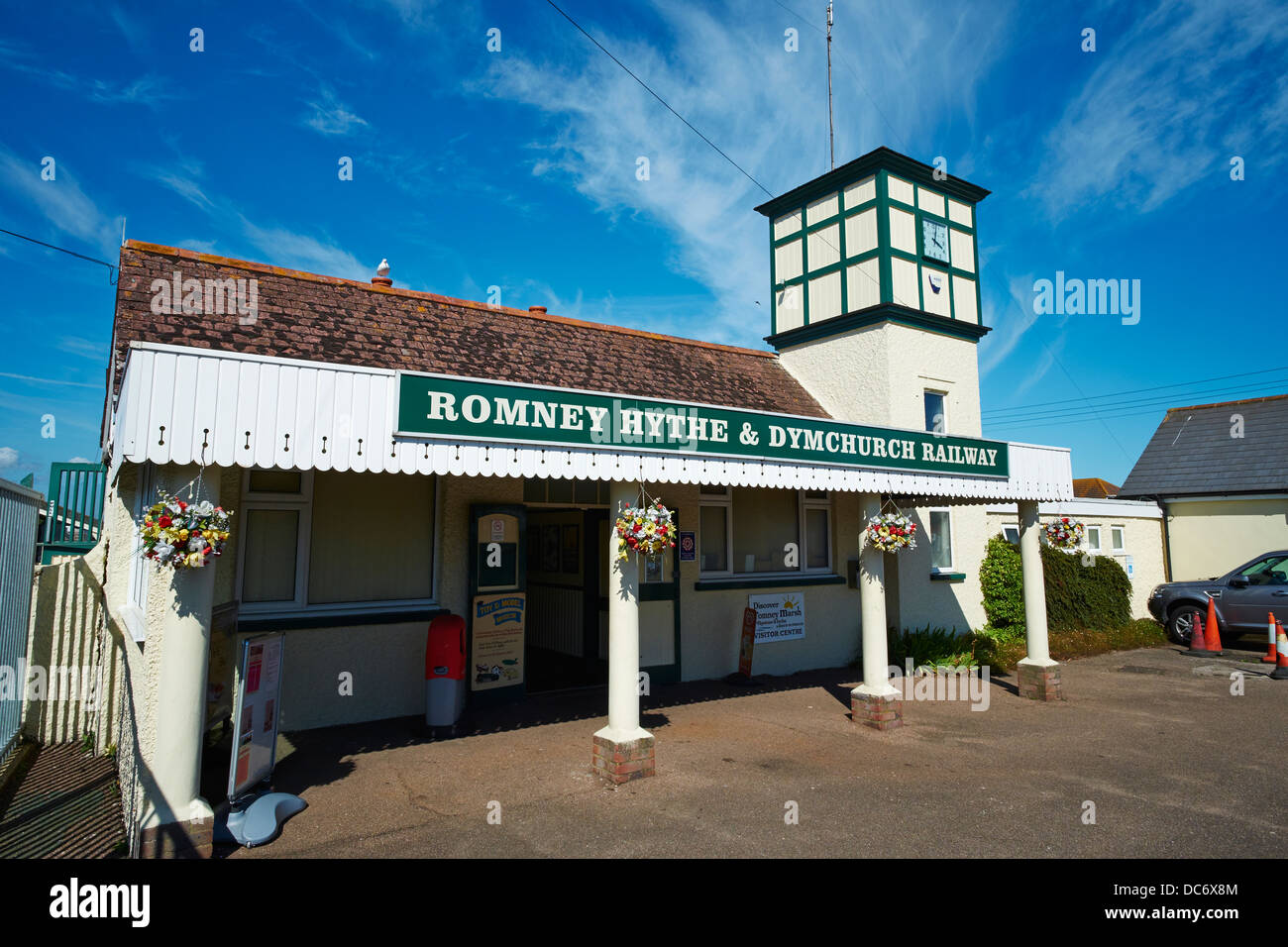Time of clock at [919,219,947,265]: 4:01
